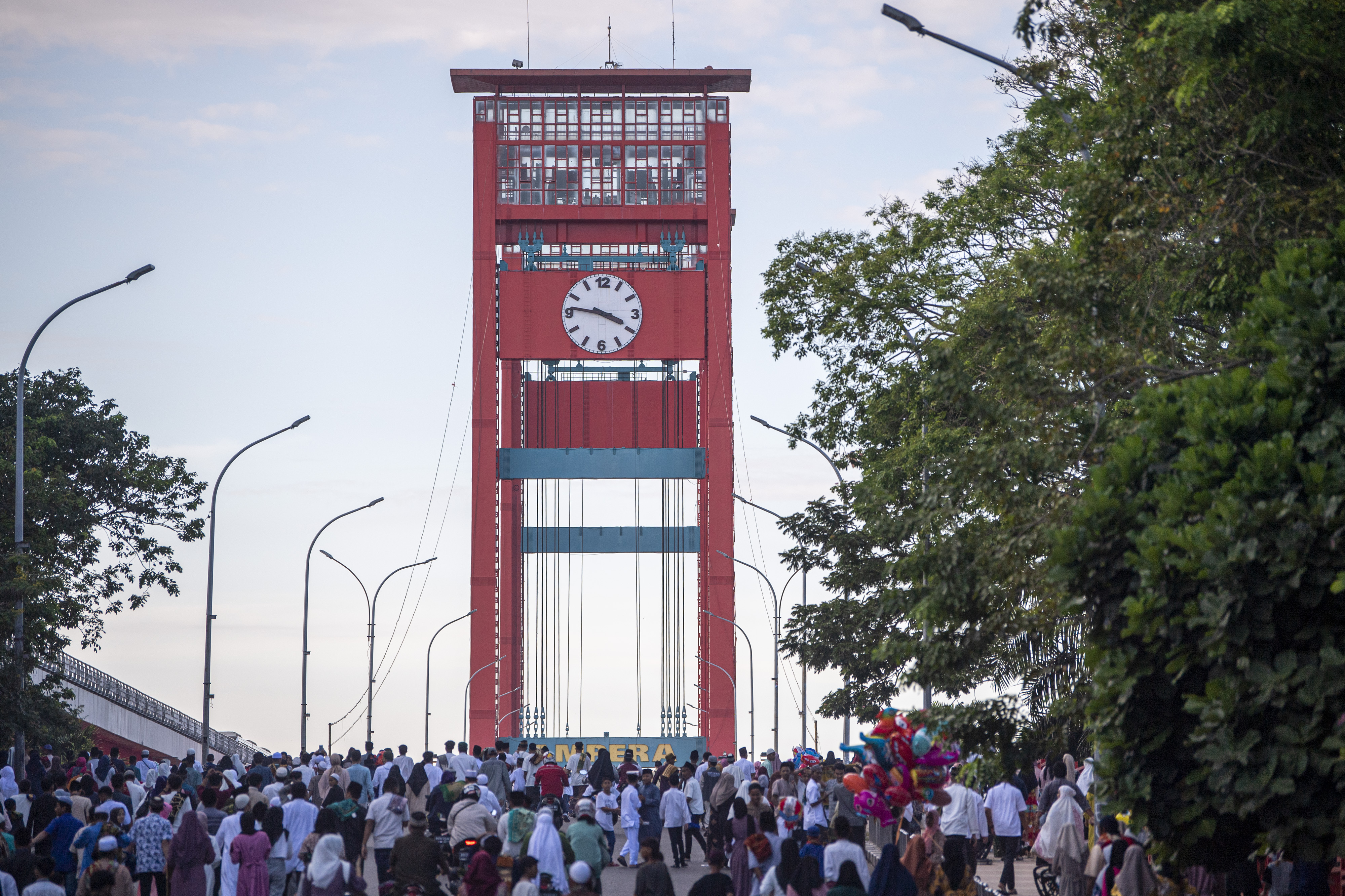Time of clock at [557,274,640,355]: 3:46
